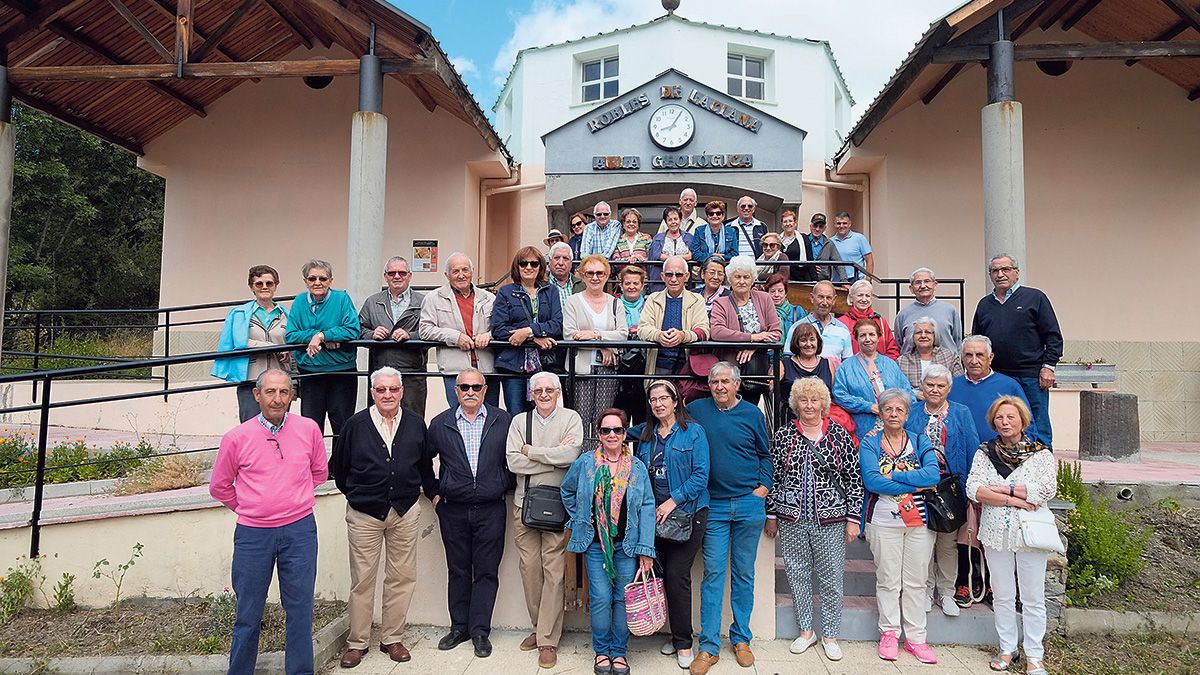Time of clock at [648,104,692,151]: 8:05
